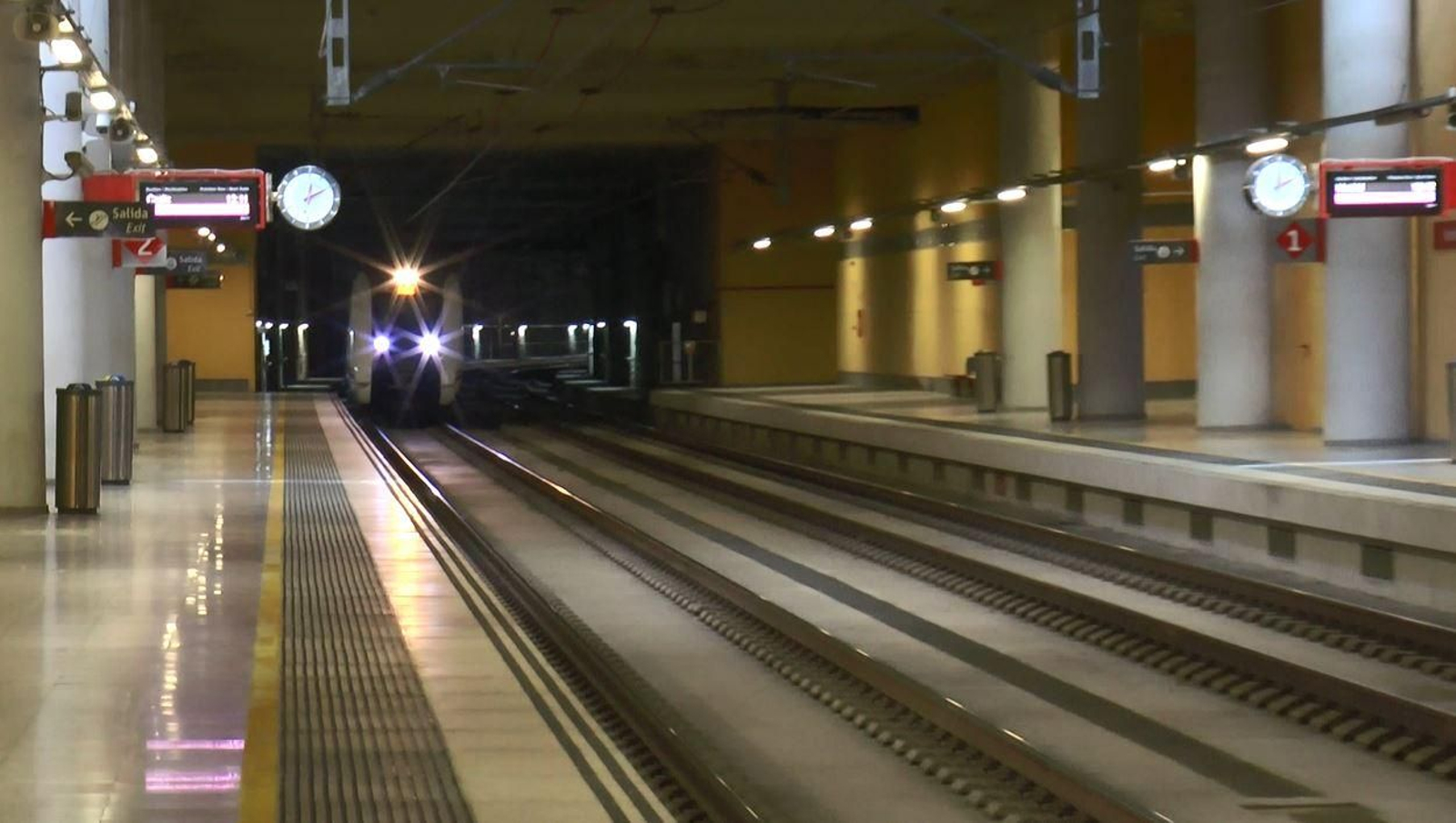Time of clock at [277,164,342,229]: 12:10
